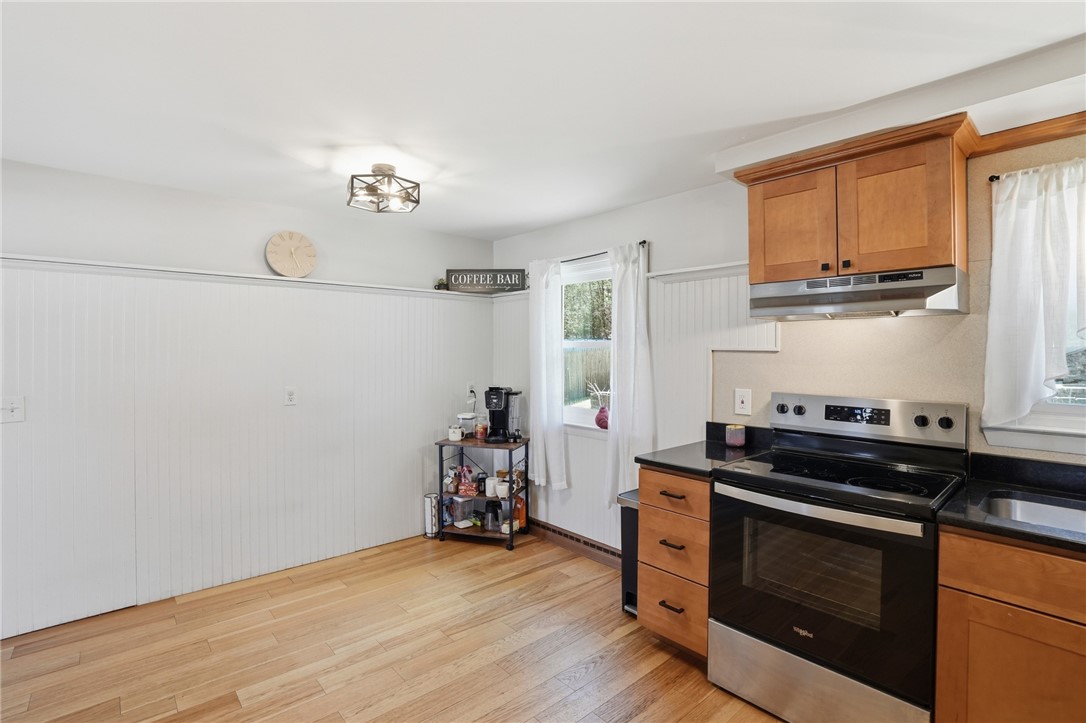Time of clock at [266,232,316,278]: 1:26
